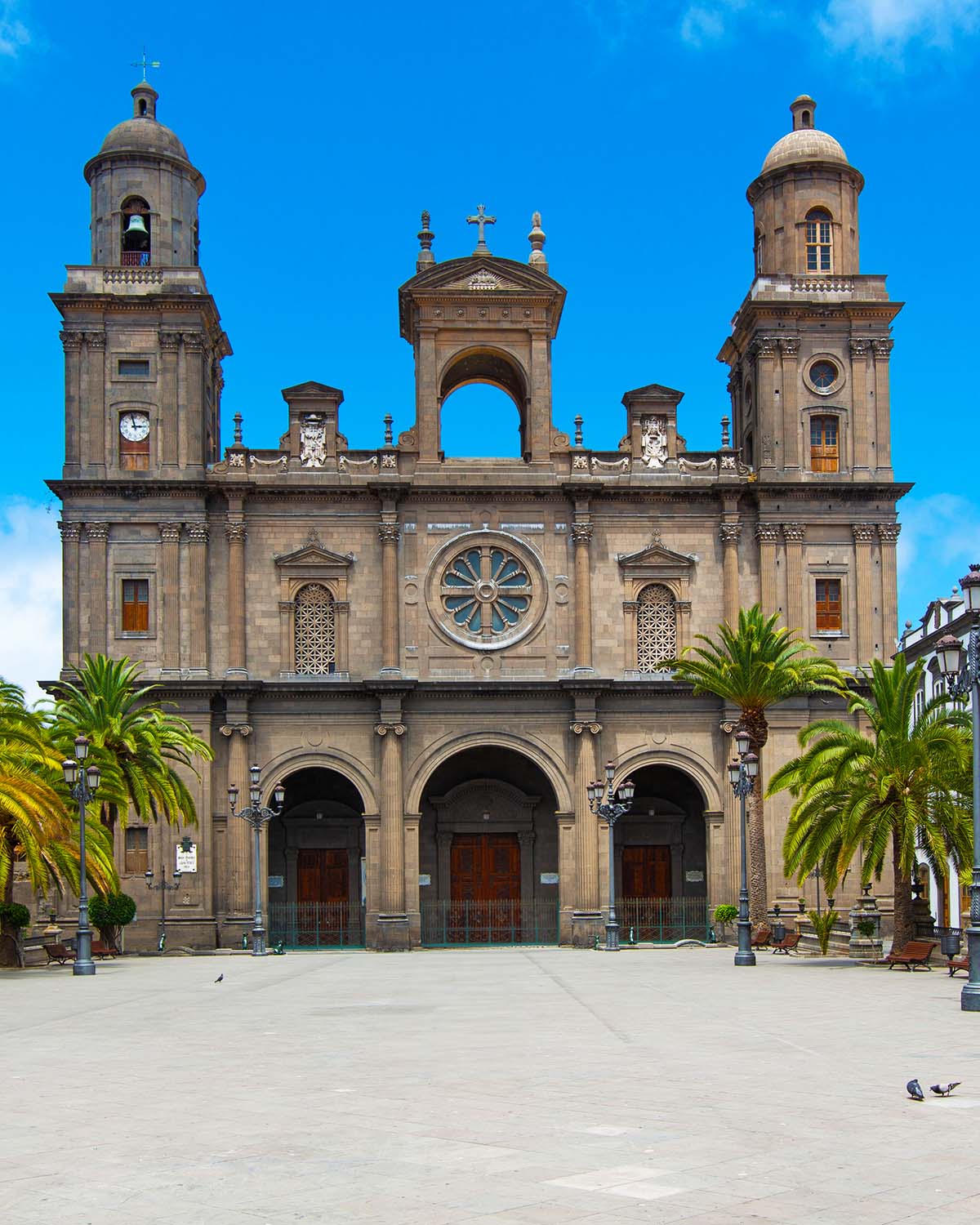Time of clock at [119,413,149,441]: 2:58
